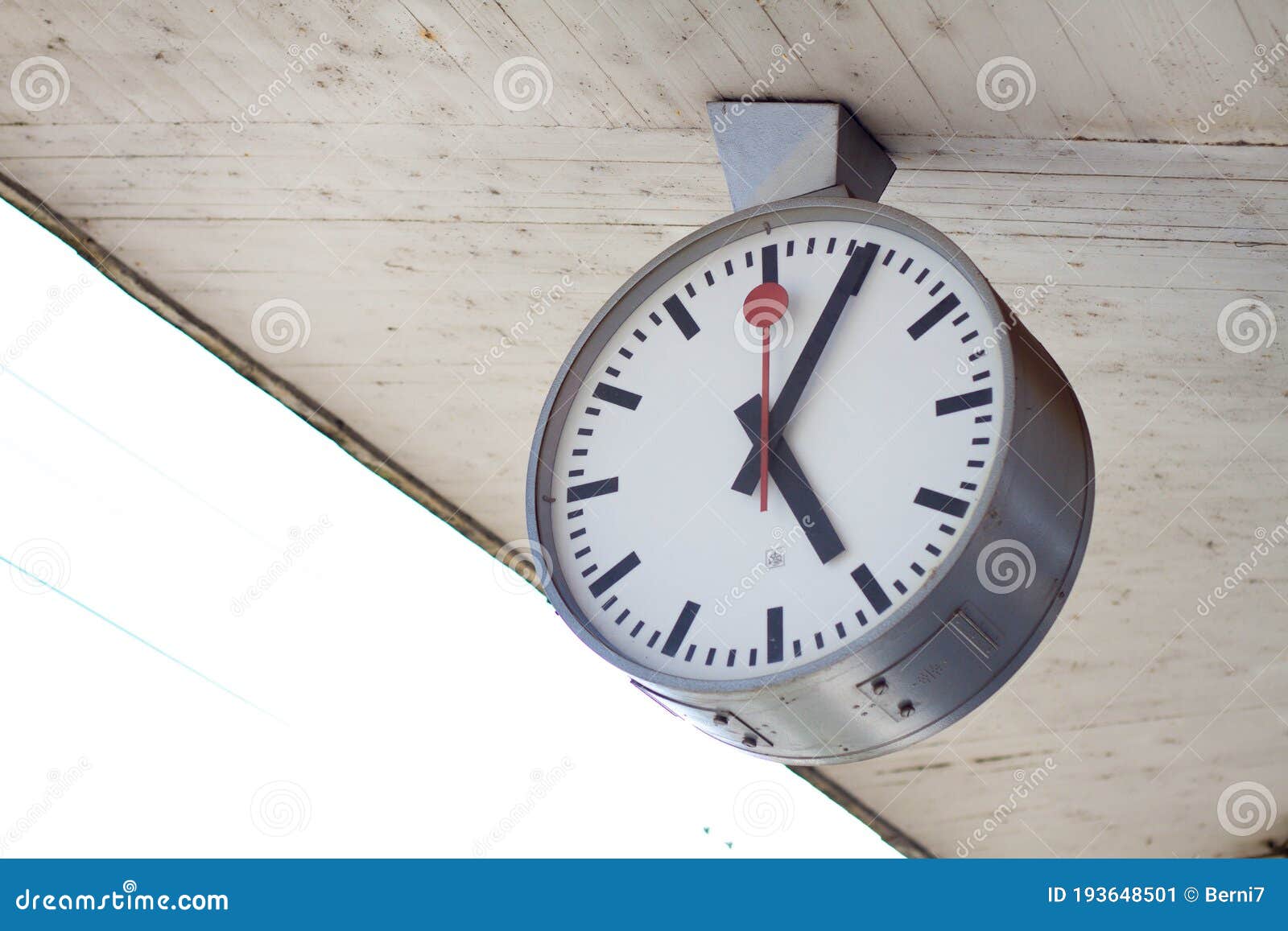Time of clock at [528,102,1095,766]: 5:05
